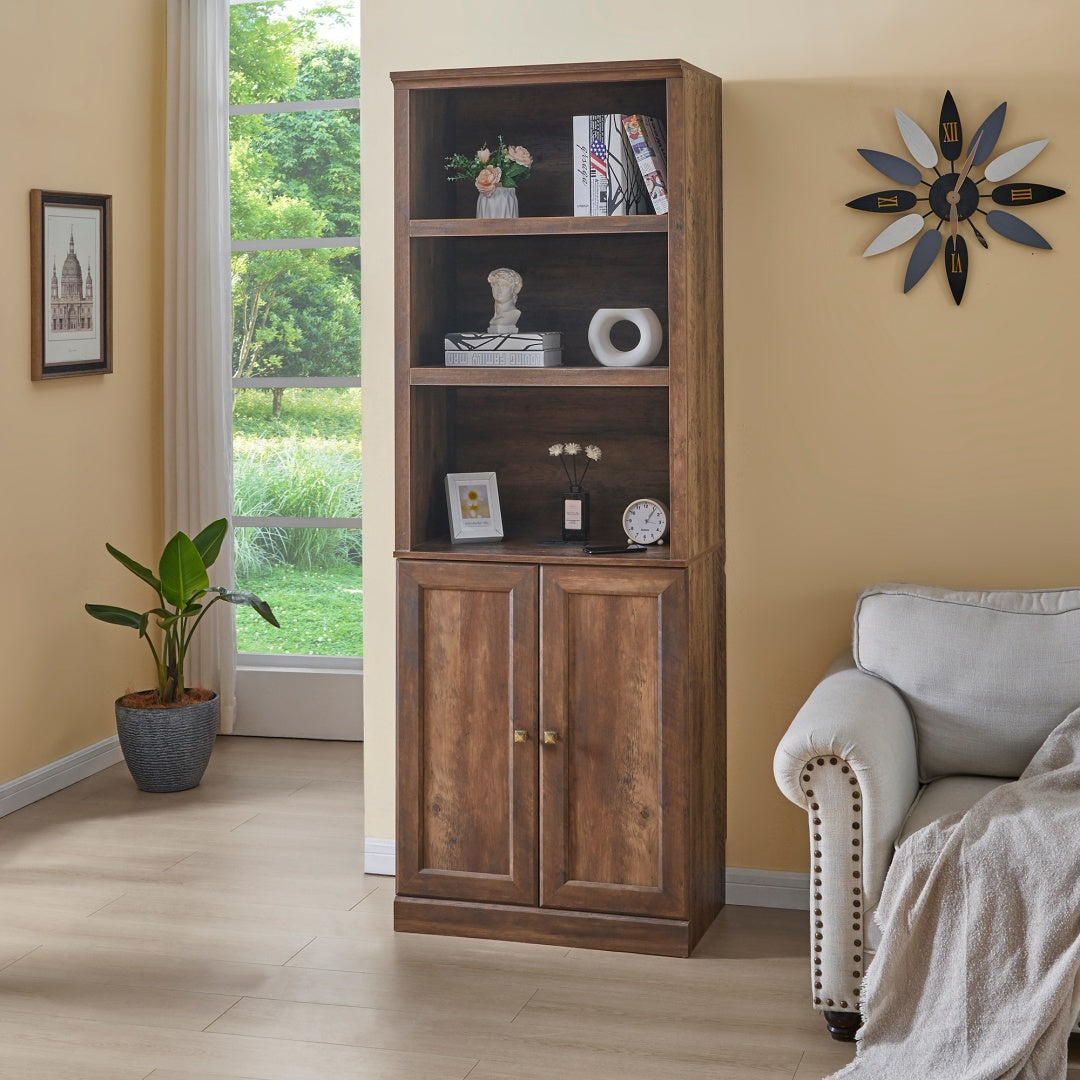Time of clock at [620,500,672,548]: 1:06
